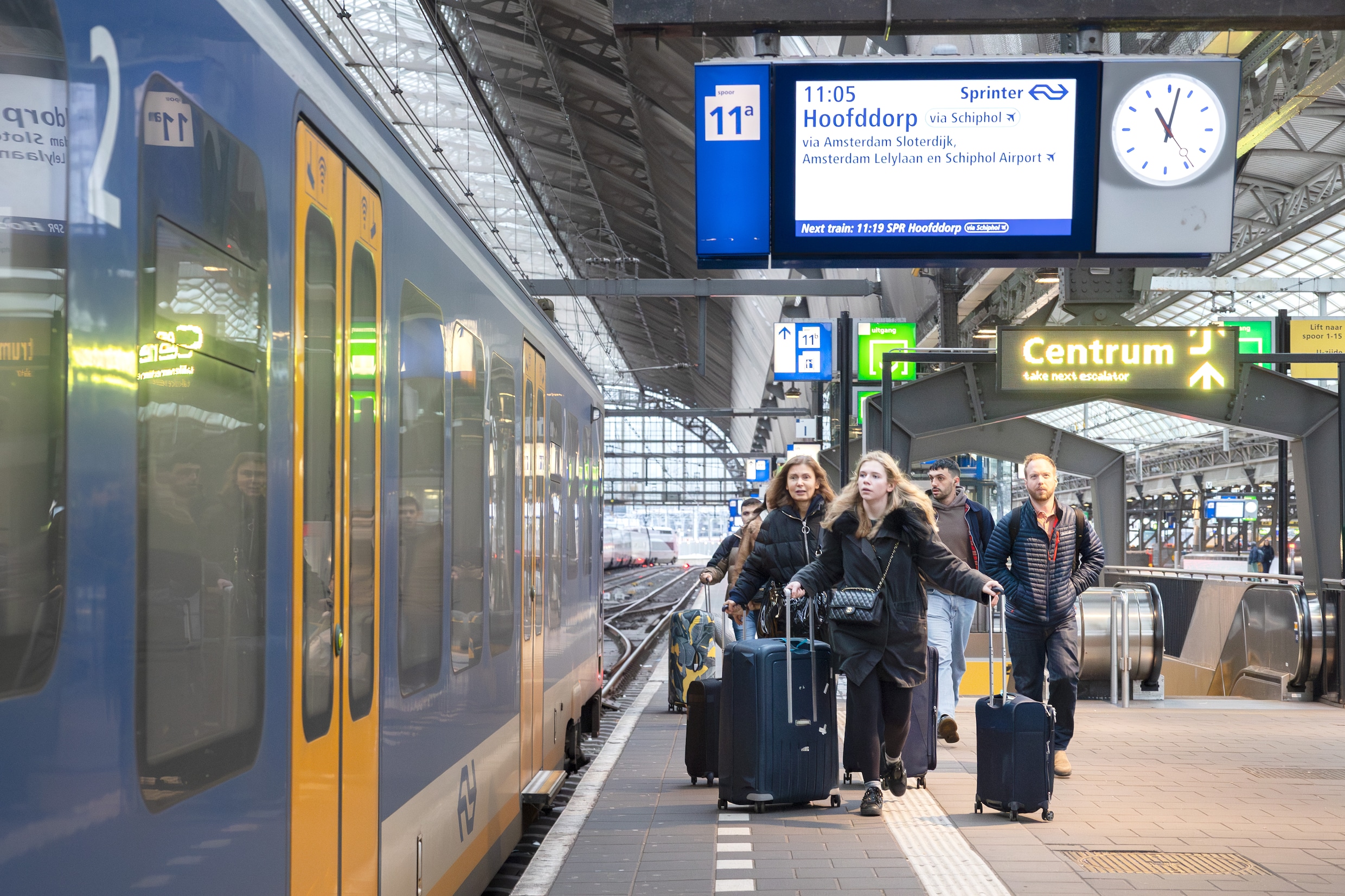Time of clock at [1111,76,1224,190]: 11:02
